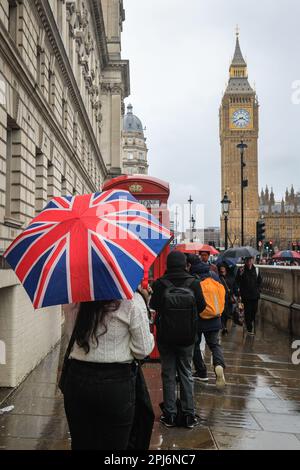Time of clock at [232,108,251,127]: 3:40
